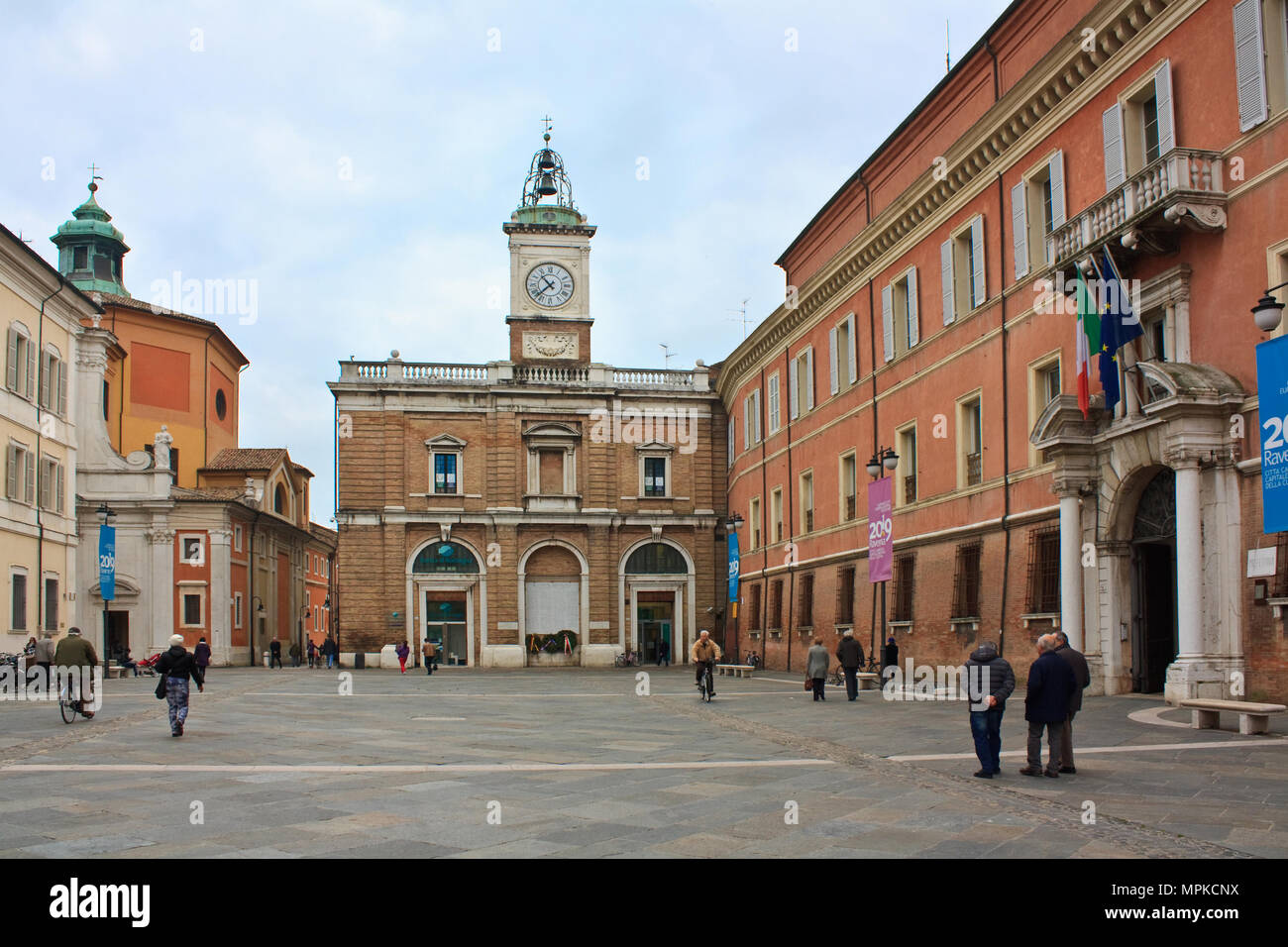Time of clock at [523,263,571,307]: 10:37
